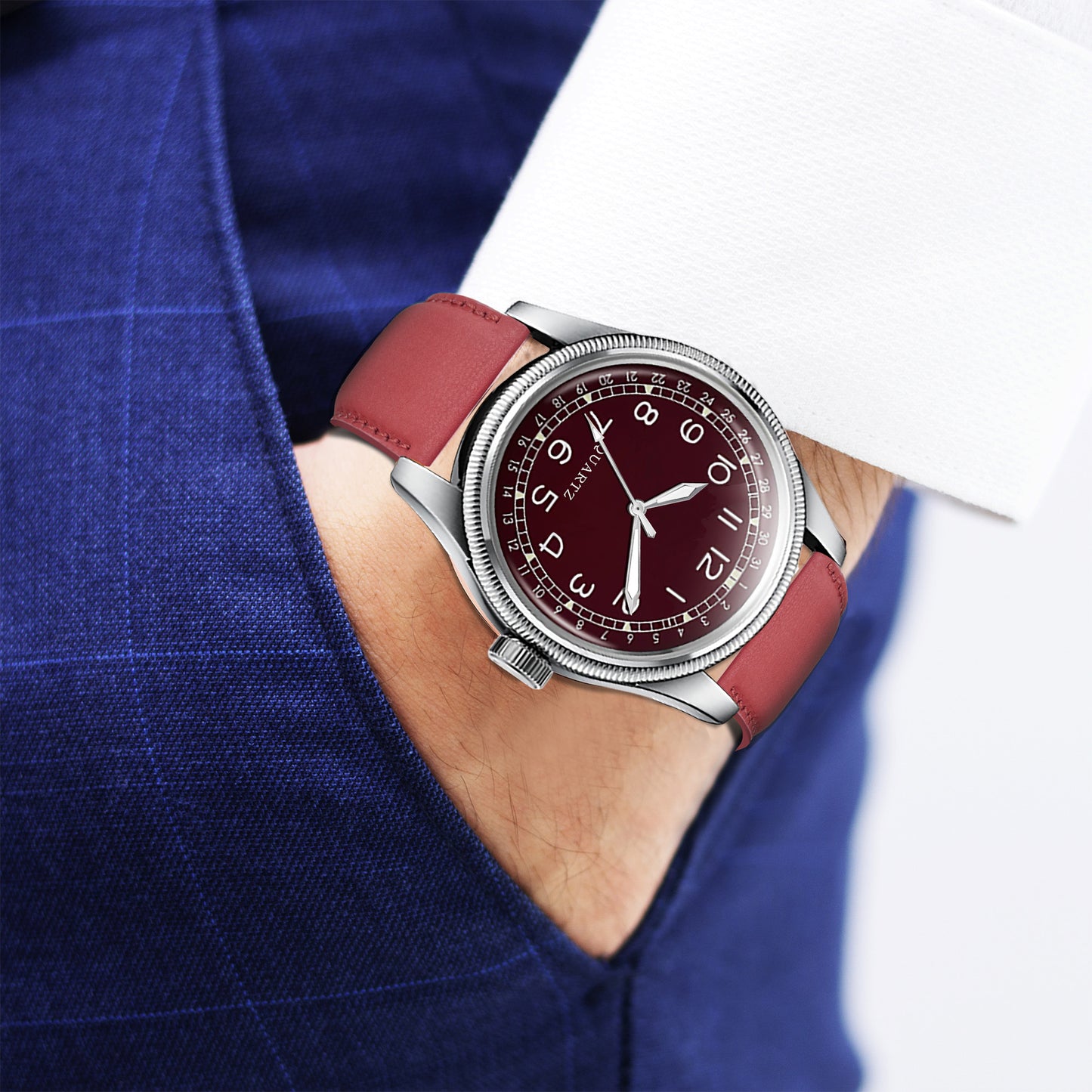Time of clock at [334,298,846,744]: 2:29
